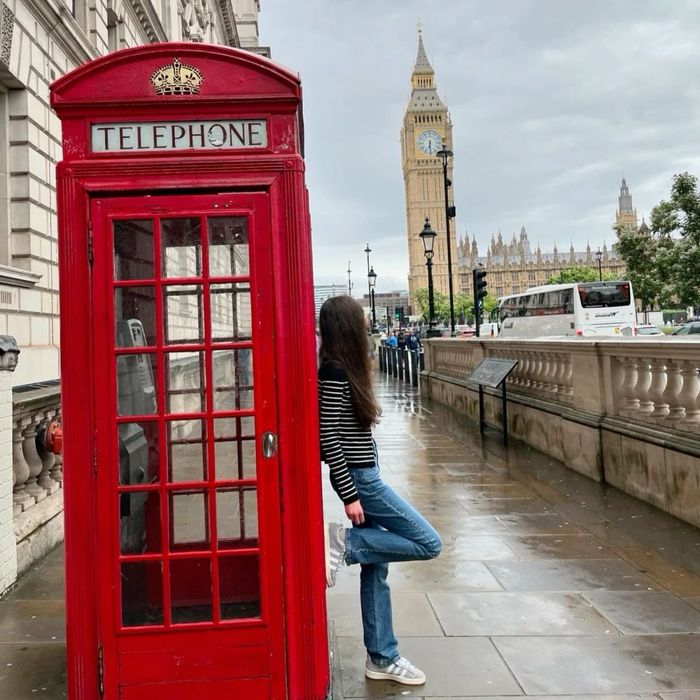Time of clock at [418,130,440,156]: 6:29
